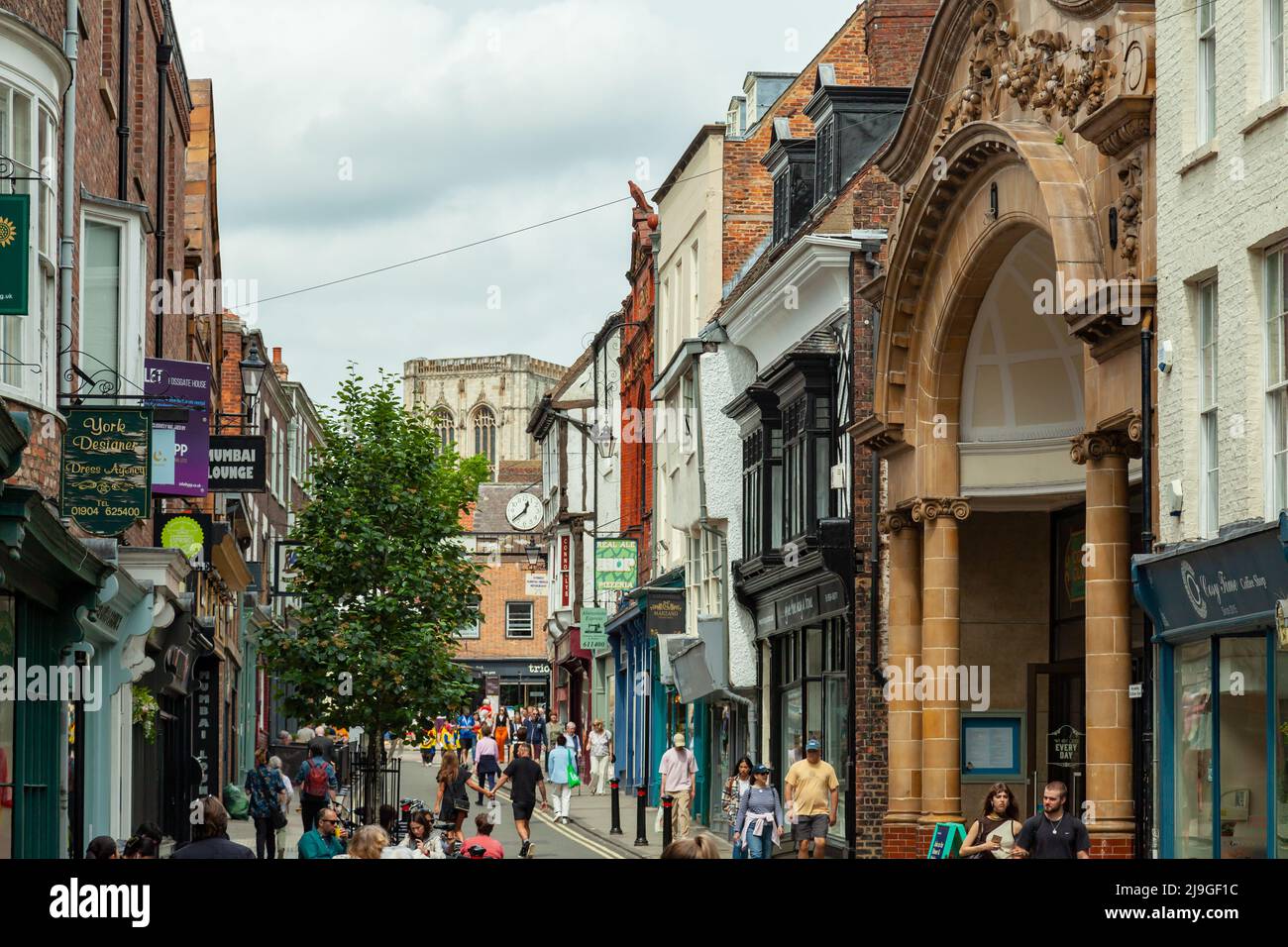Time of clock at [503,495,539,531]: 12:38
